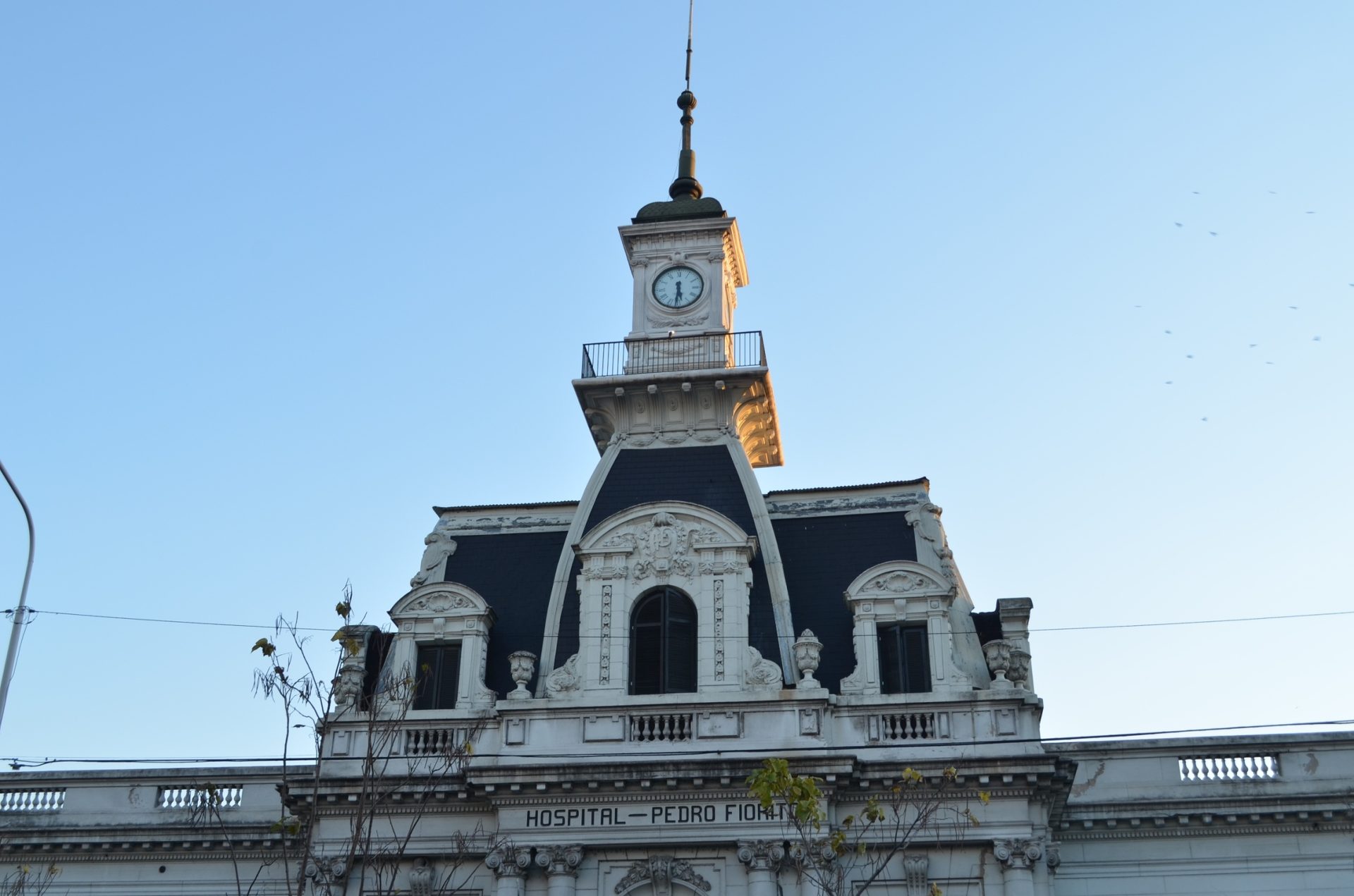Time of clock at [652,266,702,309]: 5:31
